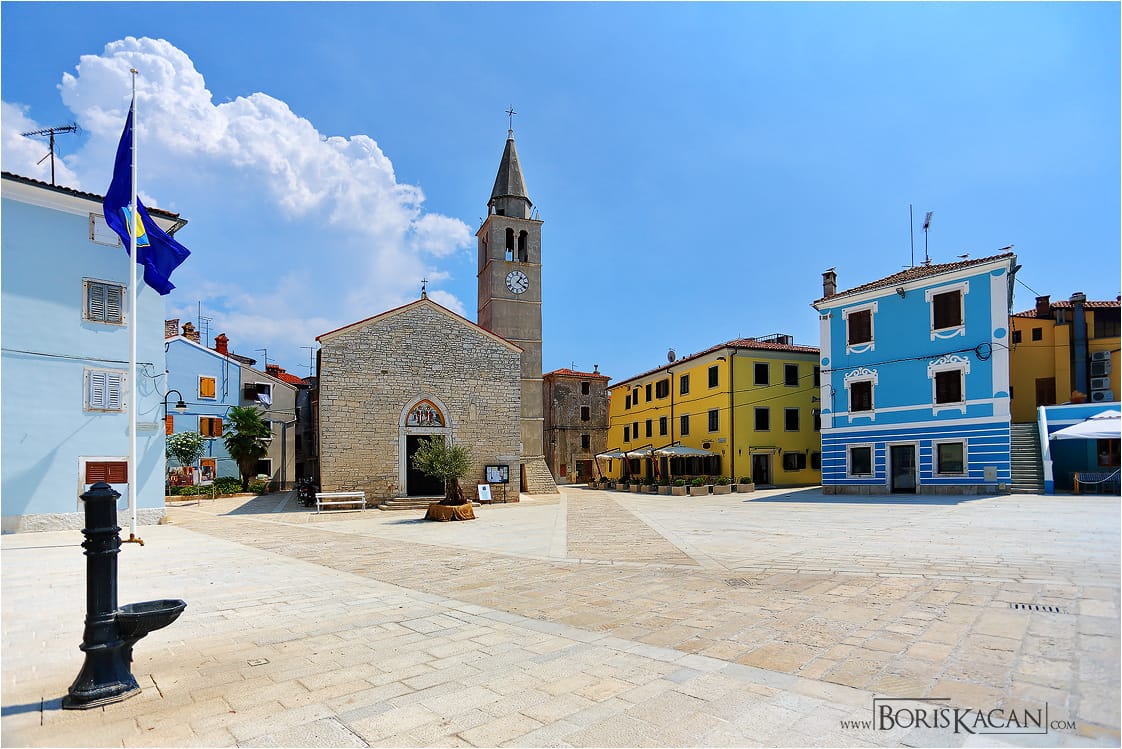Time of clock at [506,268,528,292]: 1:20
